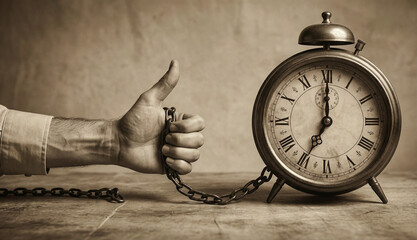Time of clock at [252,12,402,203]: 7:00
